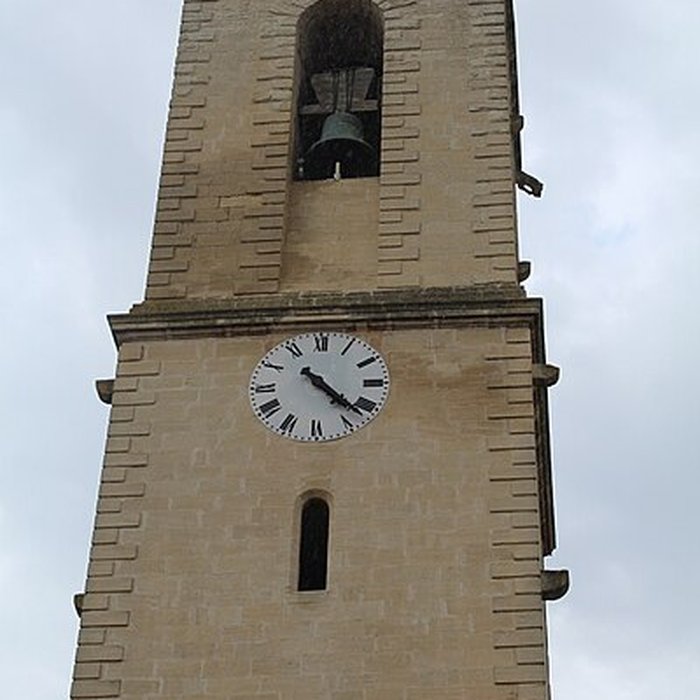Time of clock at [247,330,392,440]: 4:22
